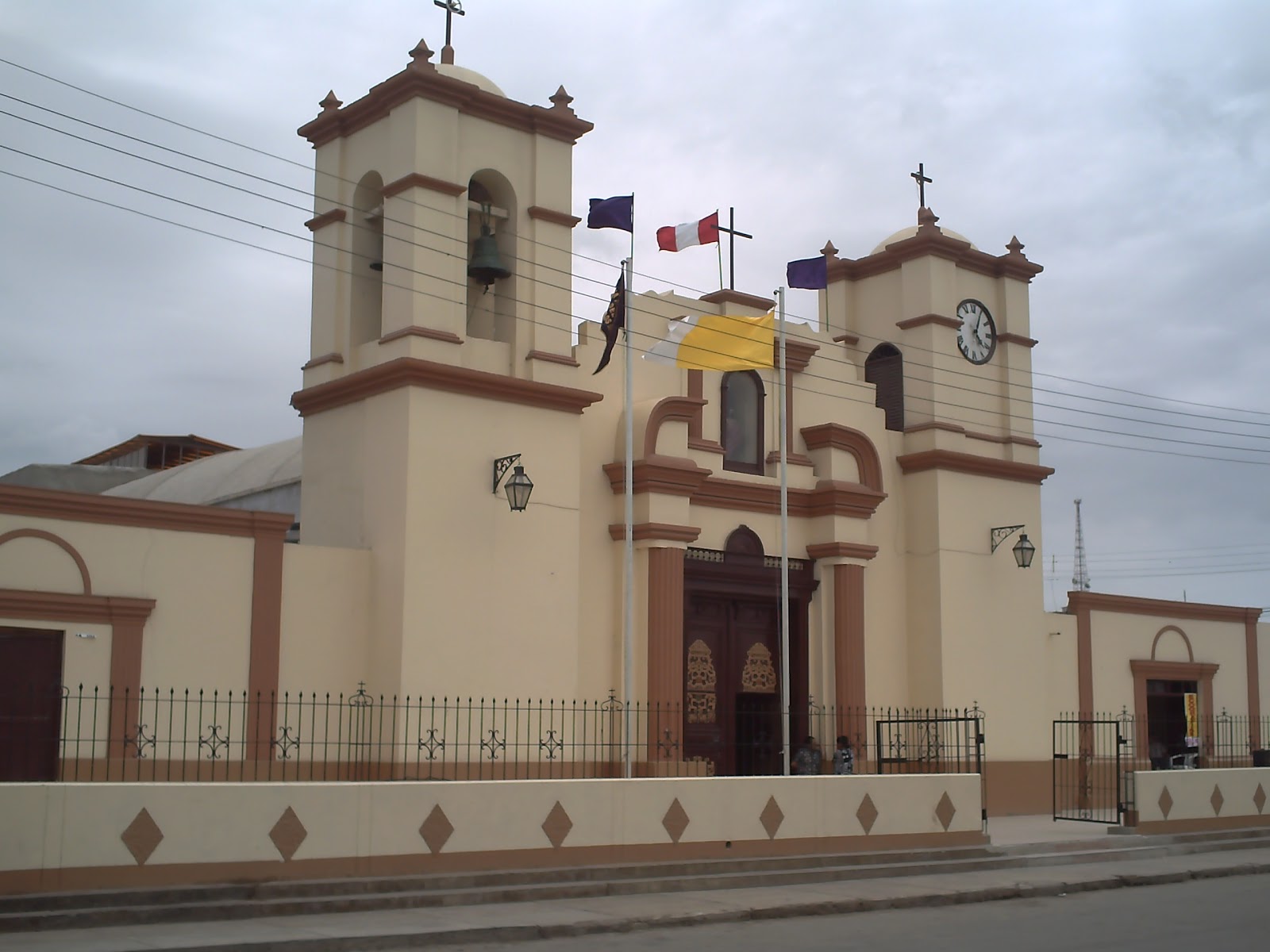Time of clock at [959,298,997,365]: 4:04
